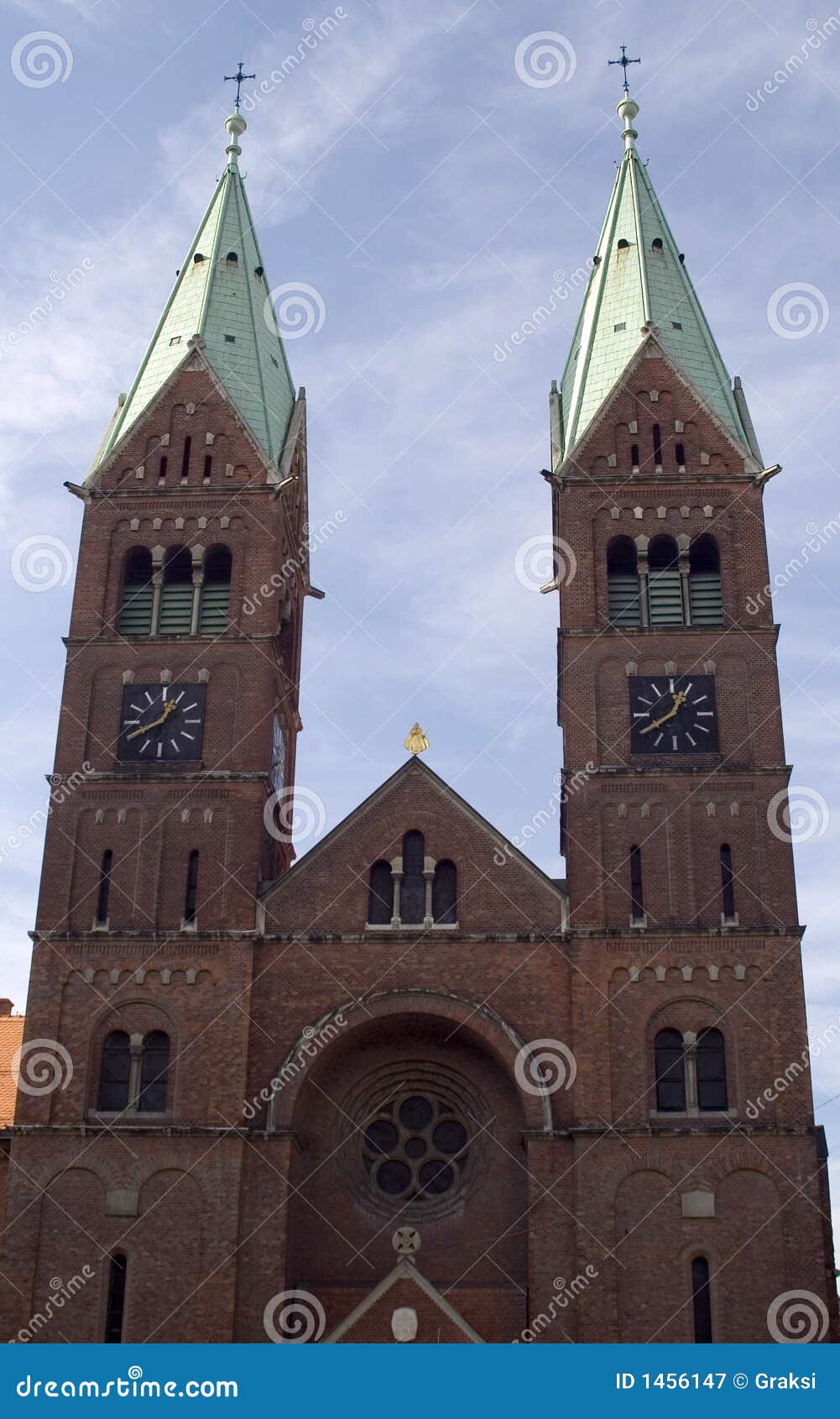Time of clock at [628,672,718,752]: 12:38
